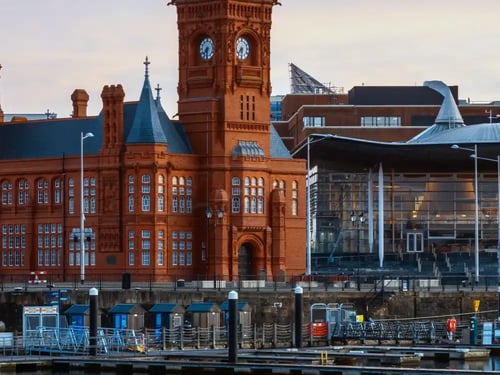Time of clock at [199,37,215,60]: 7:31
